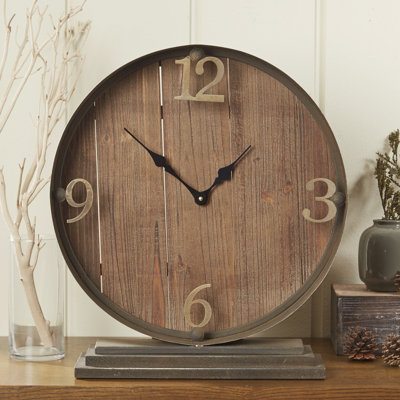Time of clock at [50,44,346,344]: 1:51
